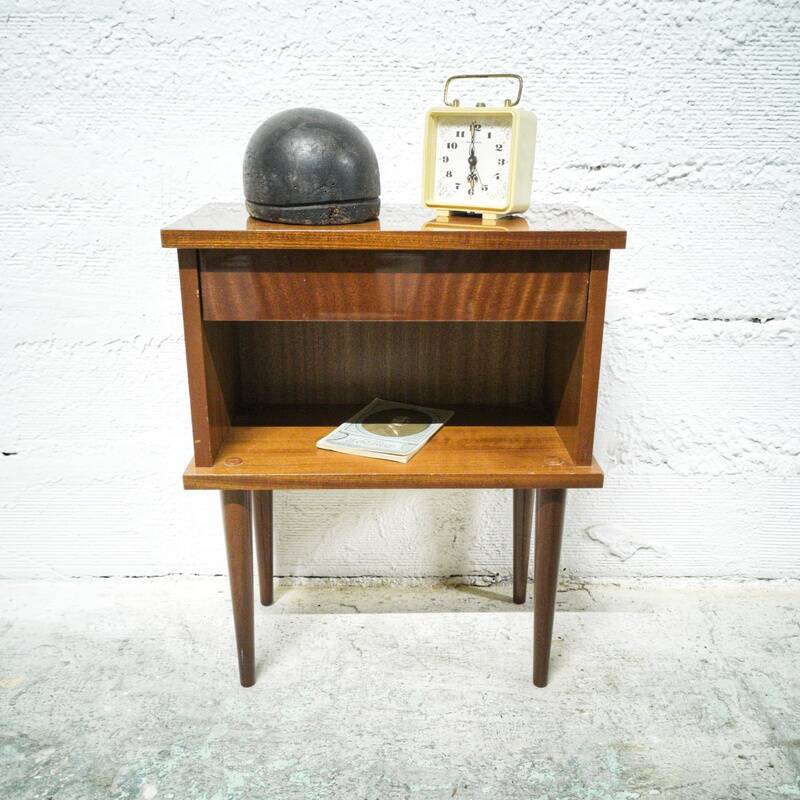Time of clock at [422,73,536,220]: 5:59
